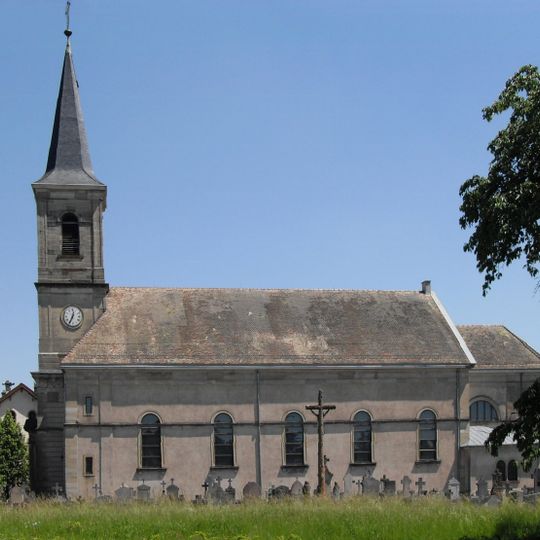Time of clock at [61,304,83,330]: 12:34
